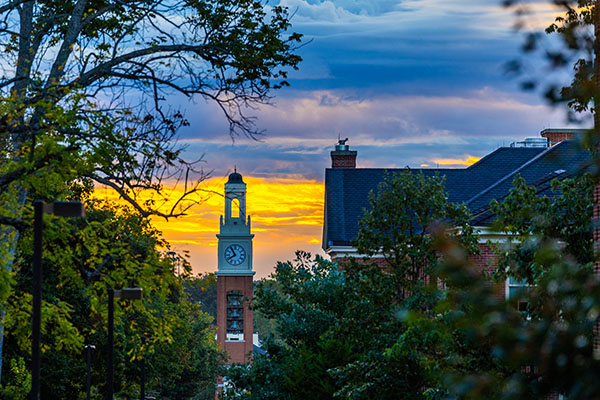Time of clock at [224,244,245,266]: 7:54
